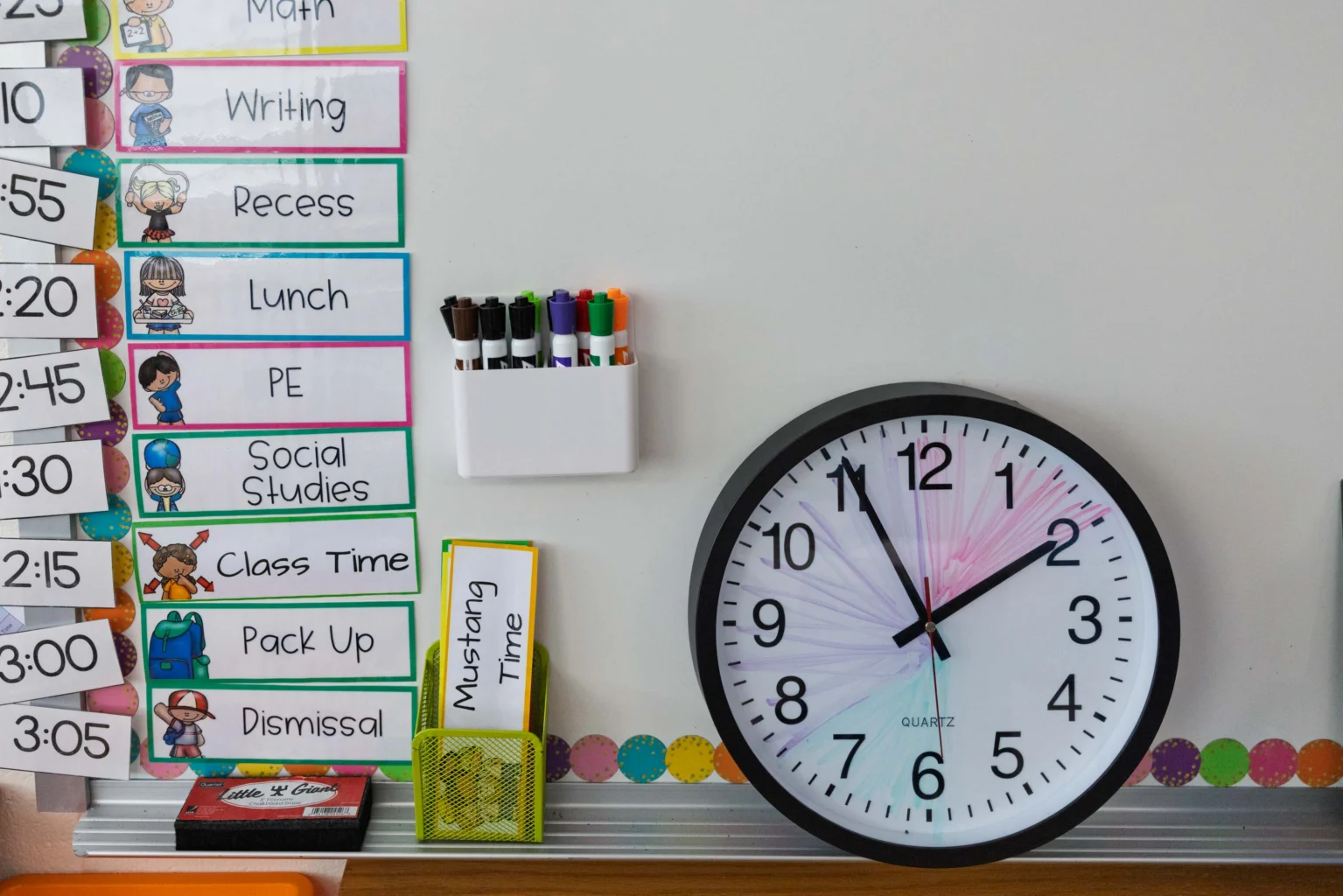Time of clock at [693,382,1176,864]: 1:55
